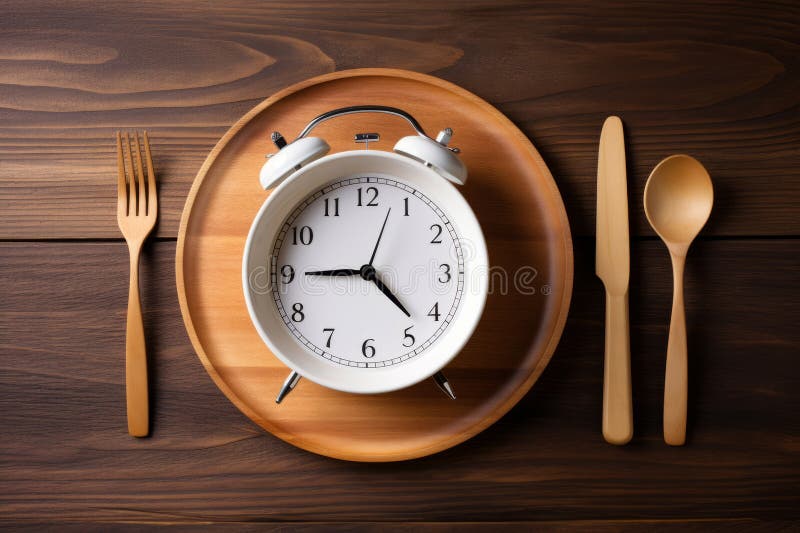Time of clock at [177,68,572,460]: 4:44
